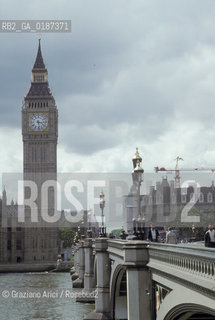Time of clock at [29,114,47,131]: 3:28
